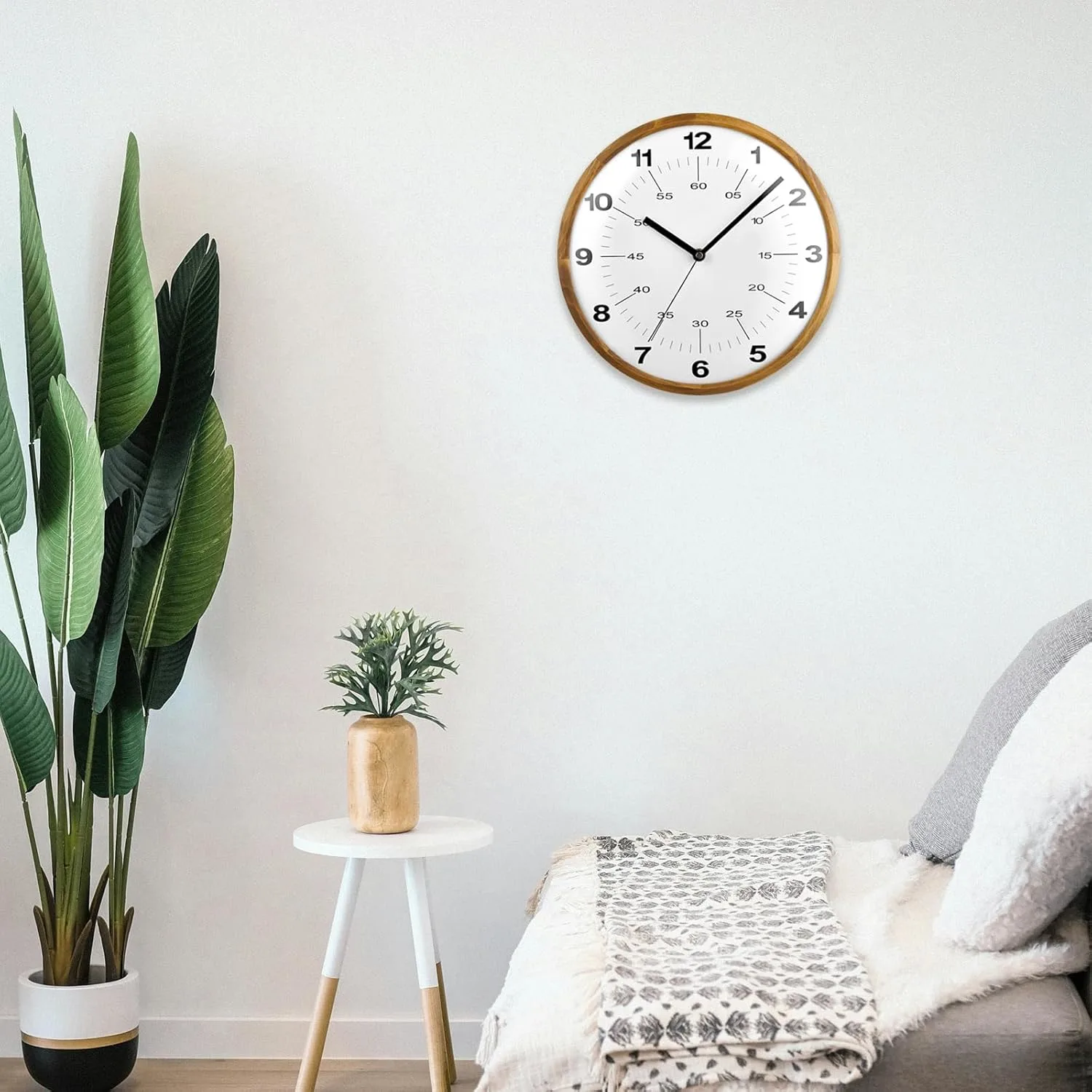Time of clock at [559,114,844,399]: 10:07
